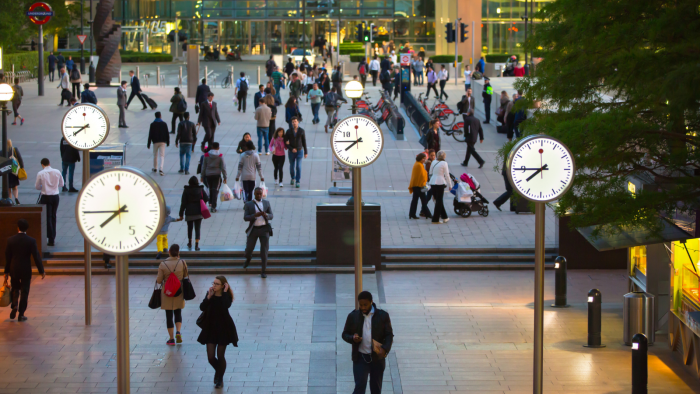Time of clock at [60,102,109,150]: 7:44
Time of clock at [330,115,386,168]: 7:44
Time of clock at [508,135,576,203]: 7:44
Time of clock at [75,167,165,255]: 7:44
